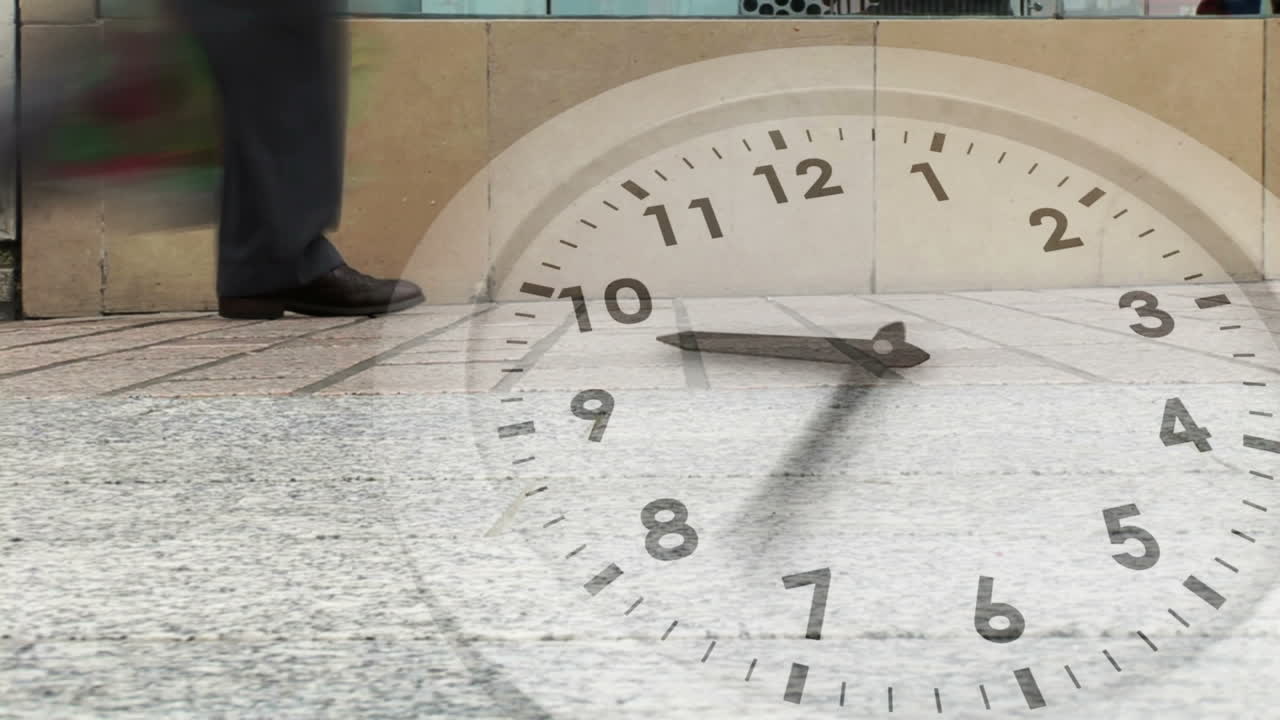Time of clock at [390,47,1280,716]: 9:38
